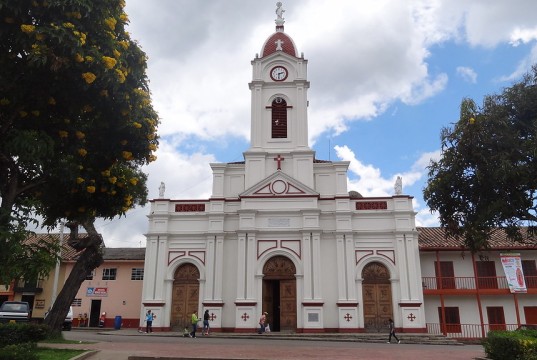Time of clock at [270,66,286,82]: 2:30
